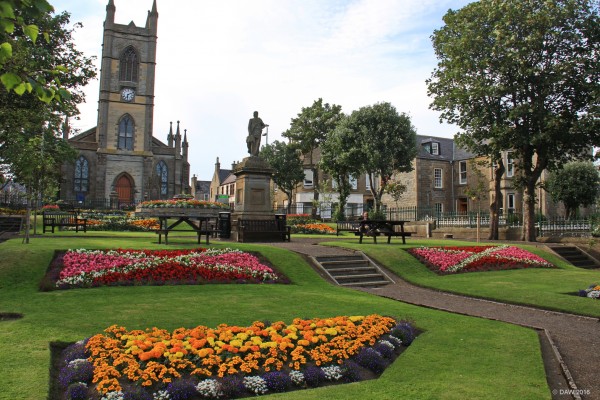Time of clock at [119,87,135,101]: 6:10
